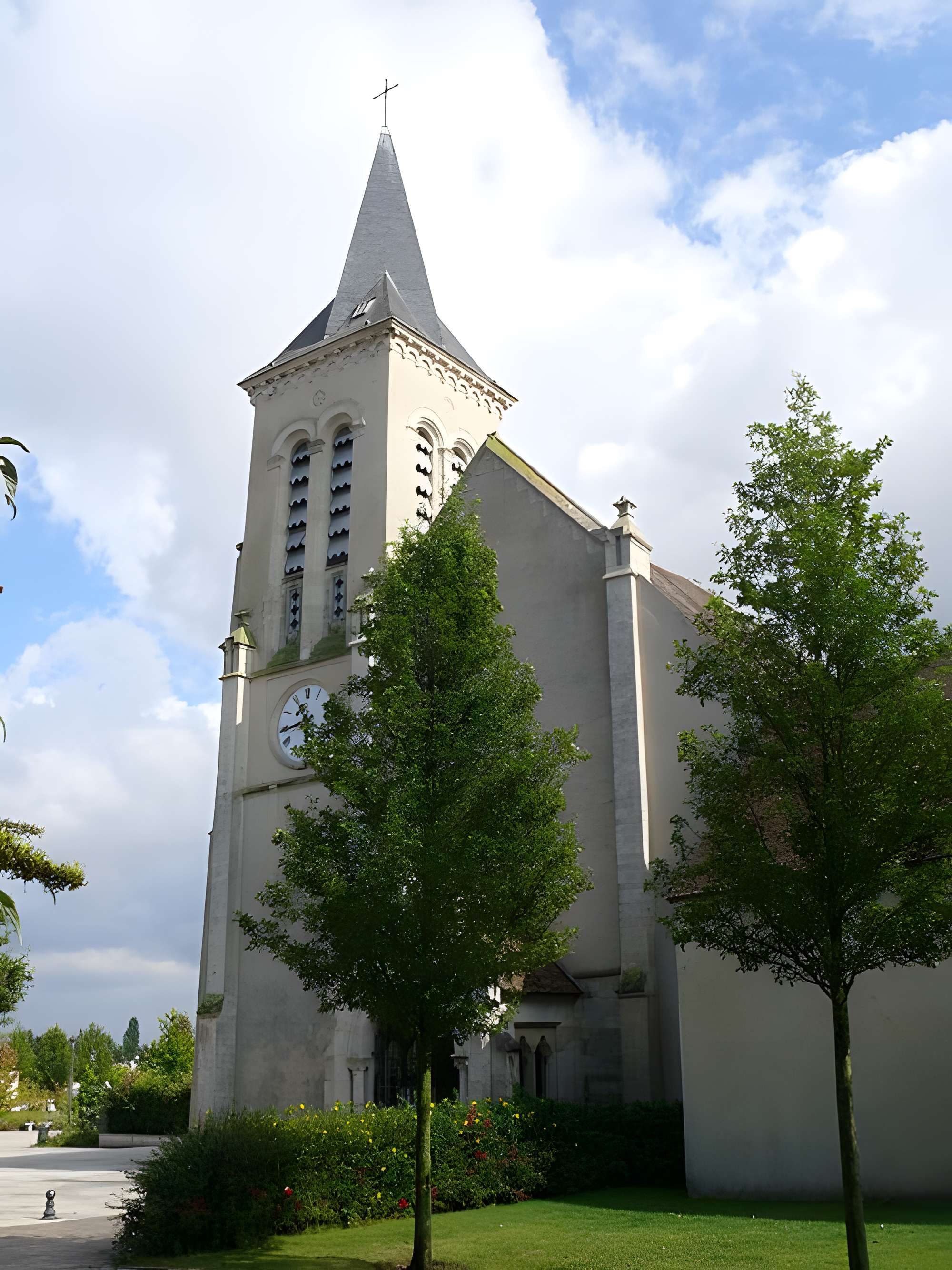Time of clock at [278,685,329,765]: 10:43
